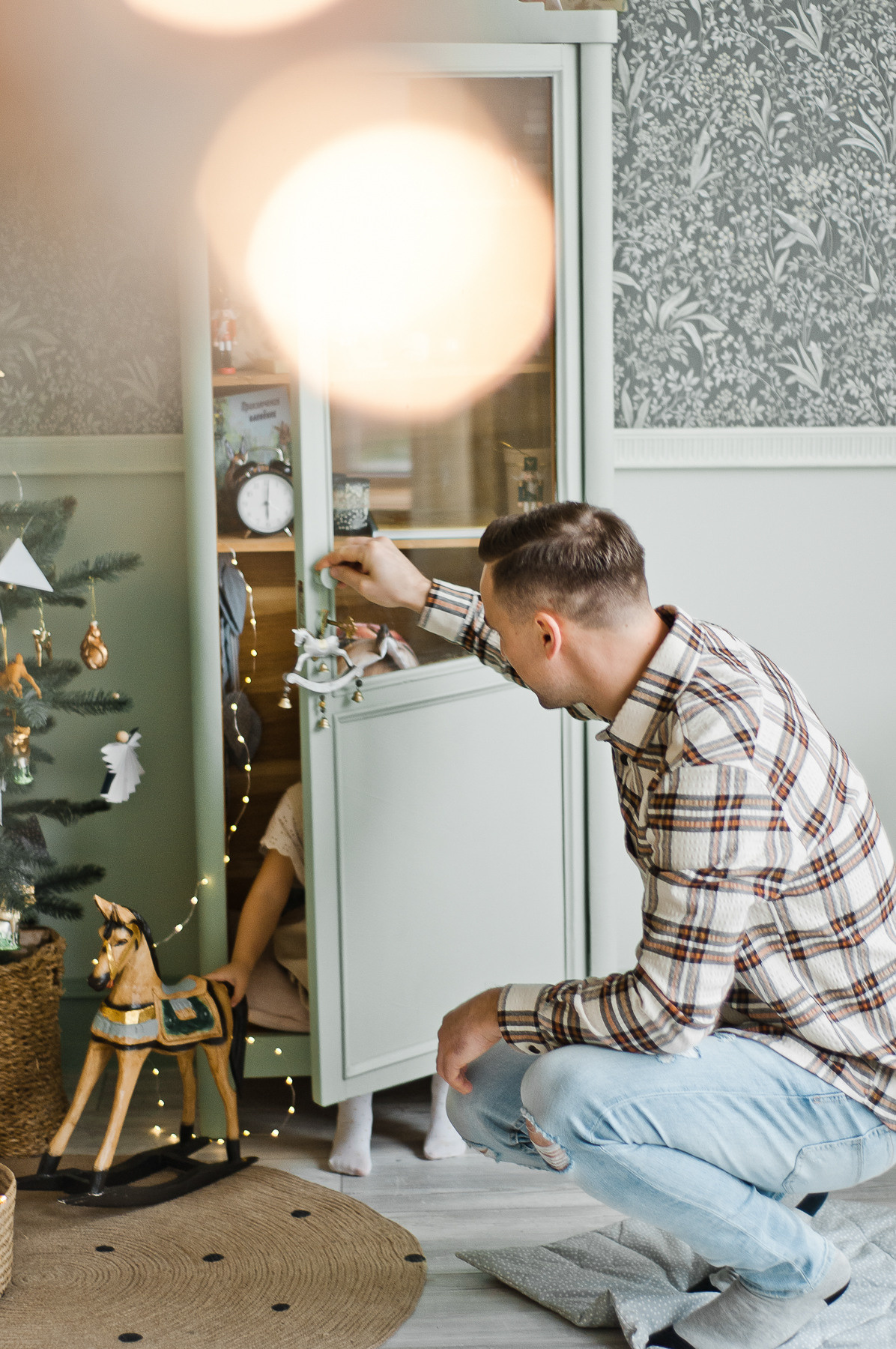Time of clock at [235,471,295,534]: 6:00
